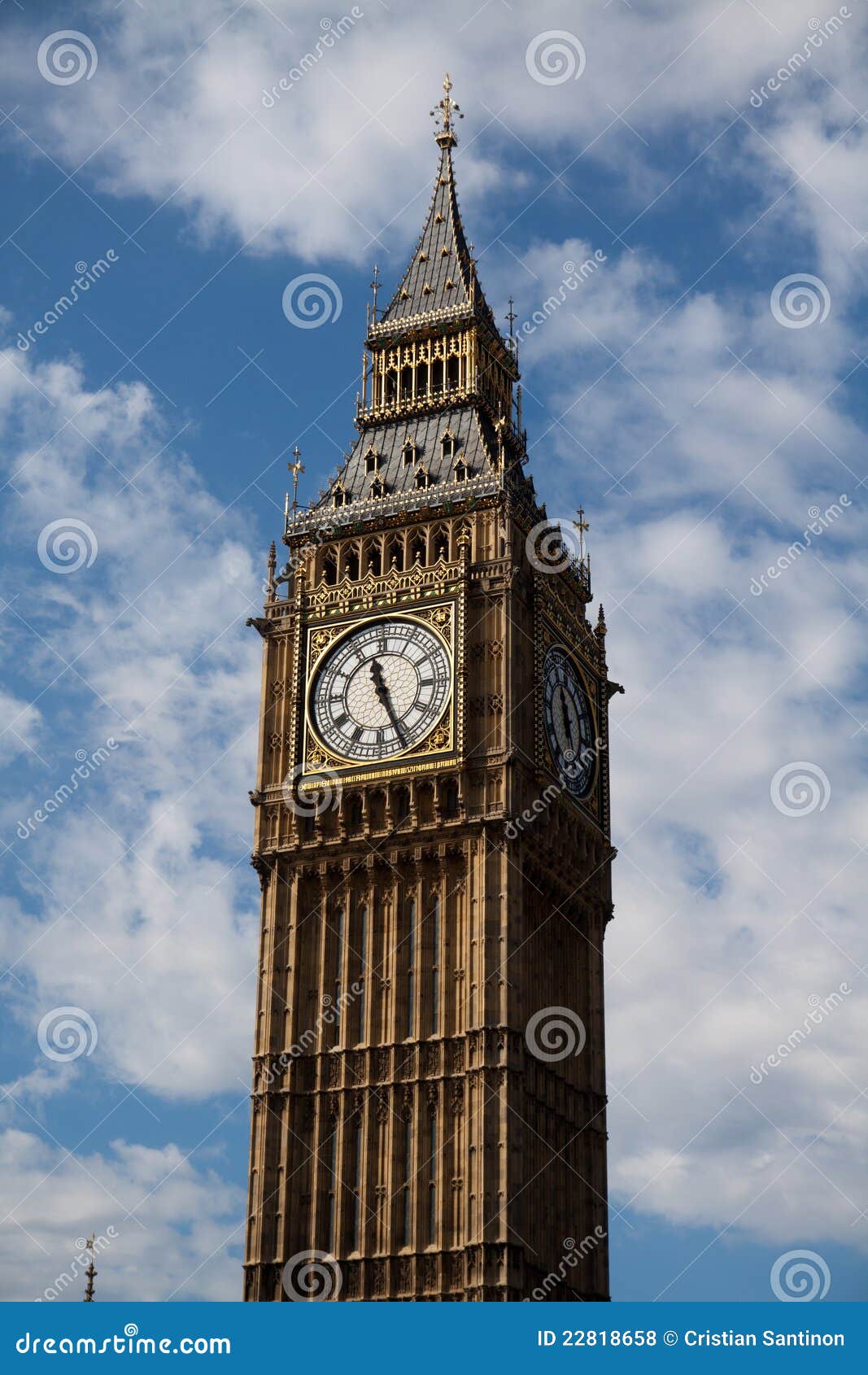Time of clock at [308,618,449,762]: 11:26
